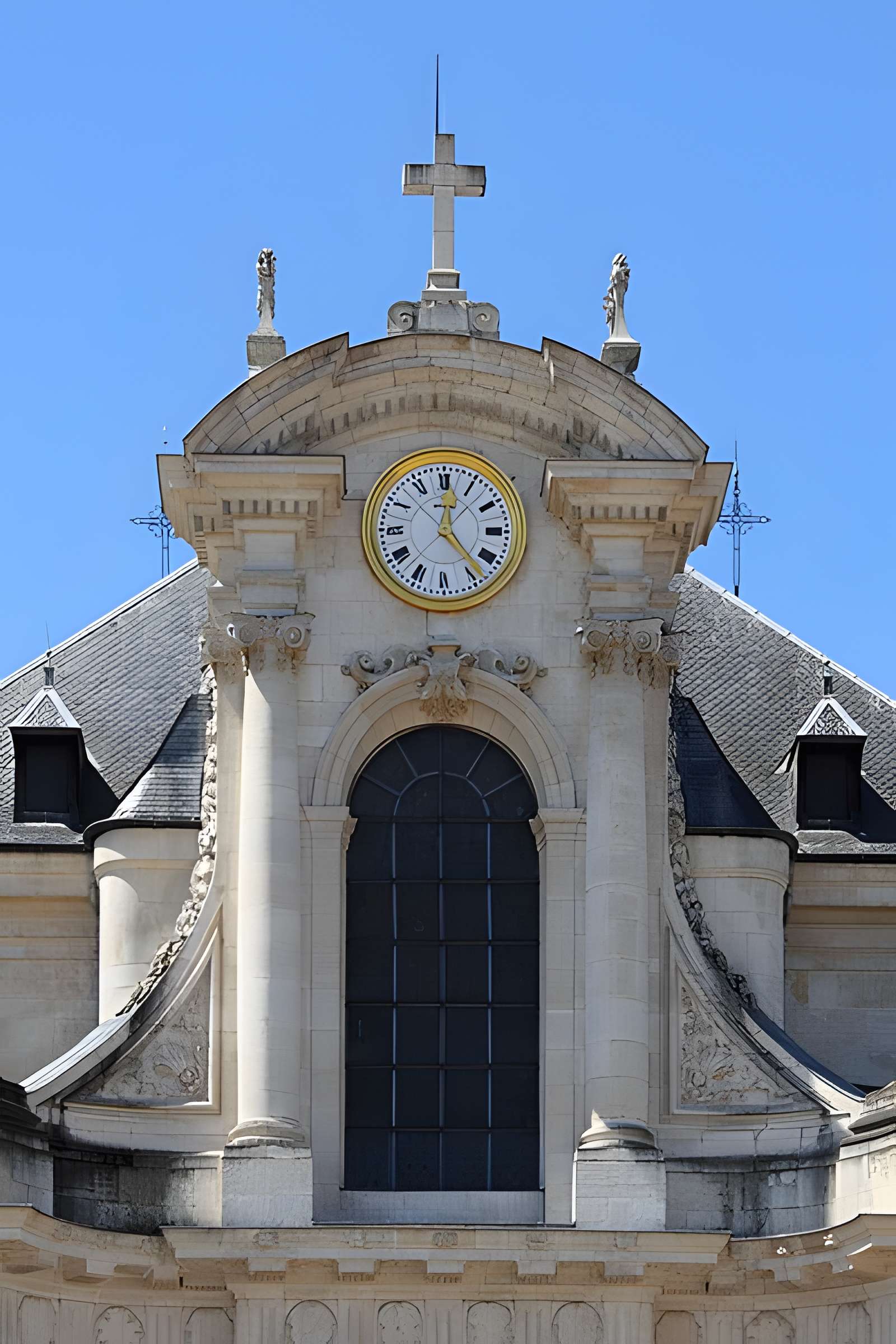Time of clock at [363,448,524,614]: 12:22
